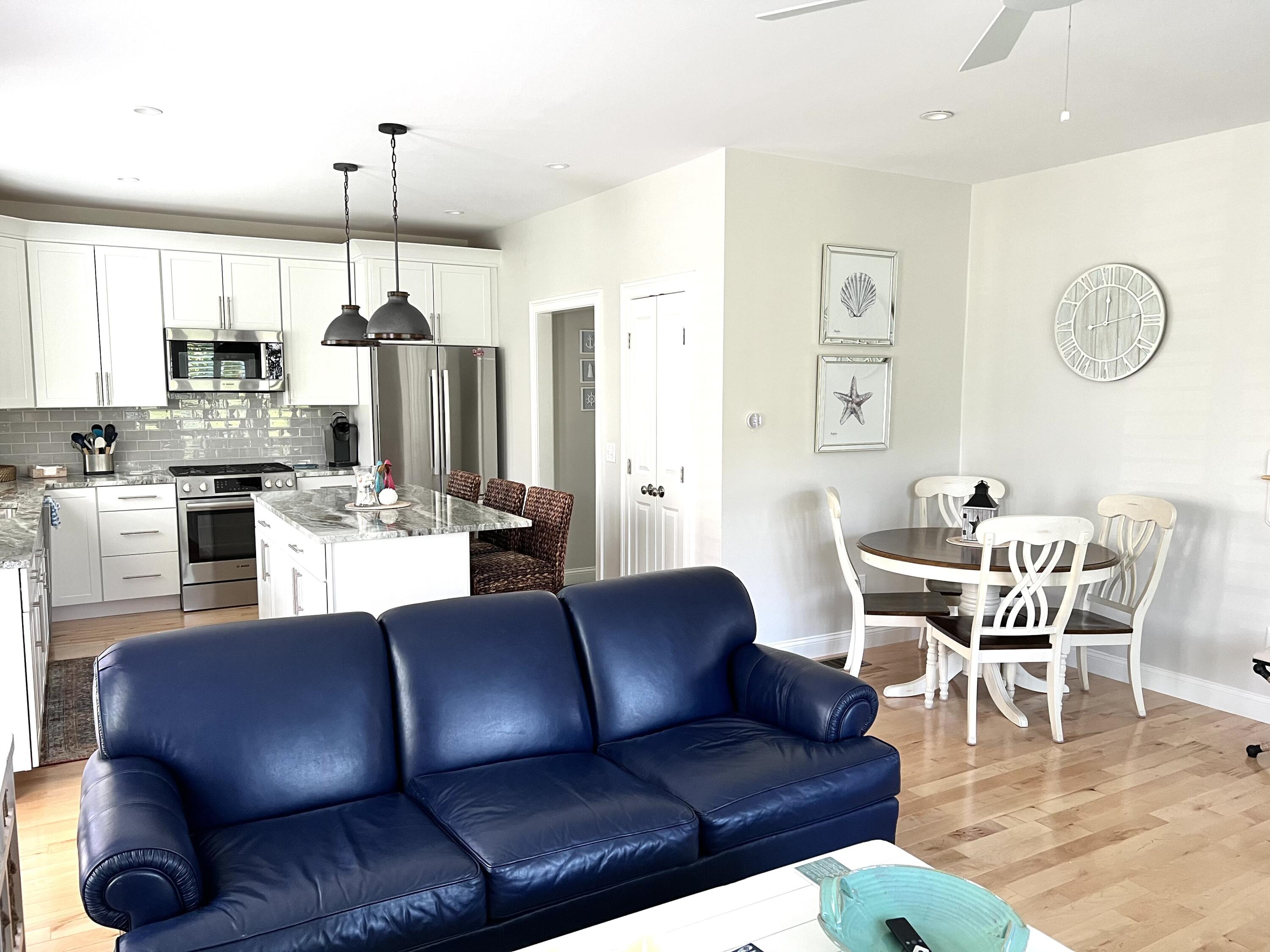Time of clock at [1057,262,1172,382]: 12:13
